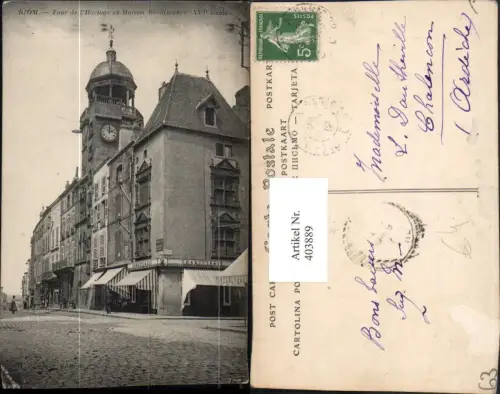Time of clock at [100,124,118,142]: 2:00
